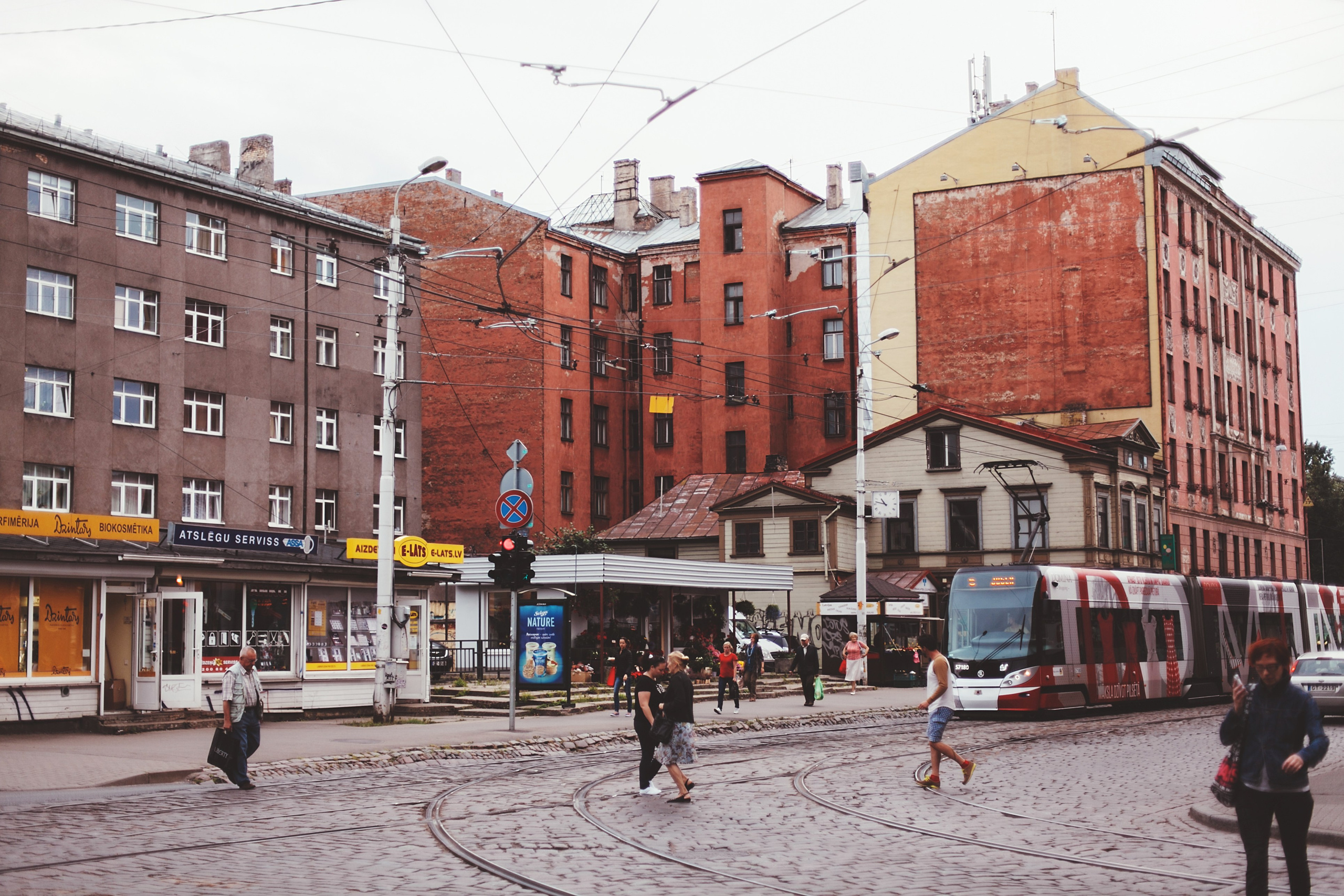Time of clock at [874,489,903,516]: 10:47
